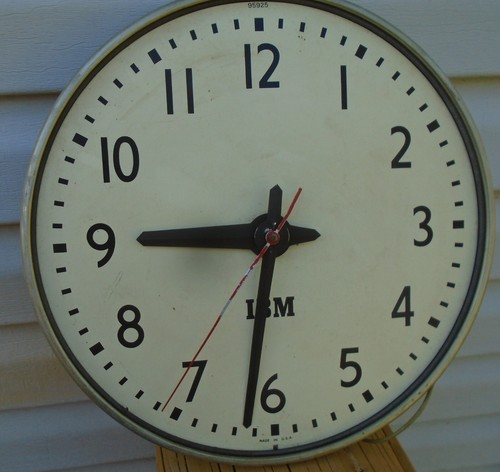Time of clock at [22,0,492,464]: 8:31
